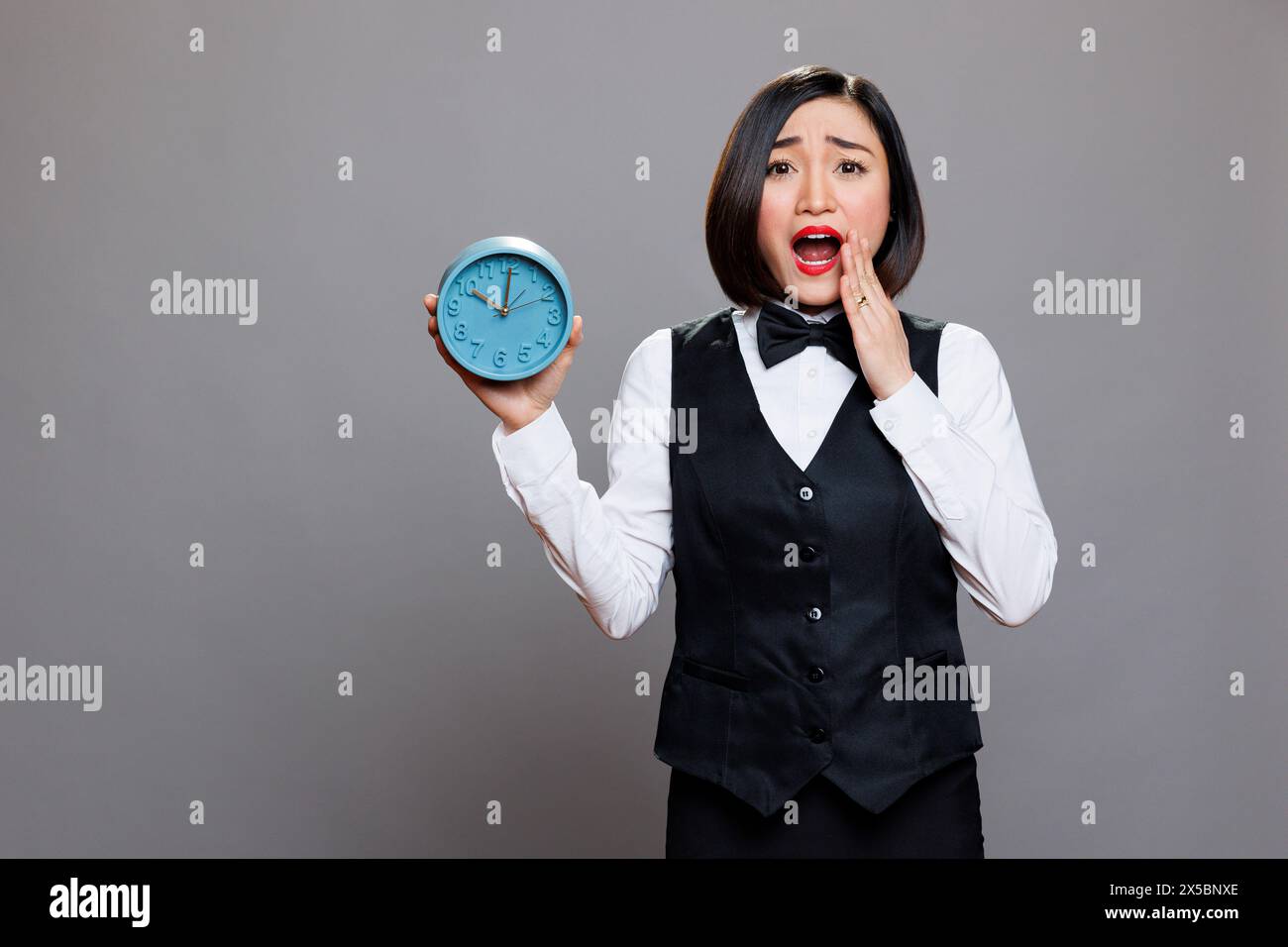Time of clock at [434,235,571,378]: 10:00
